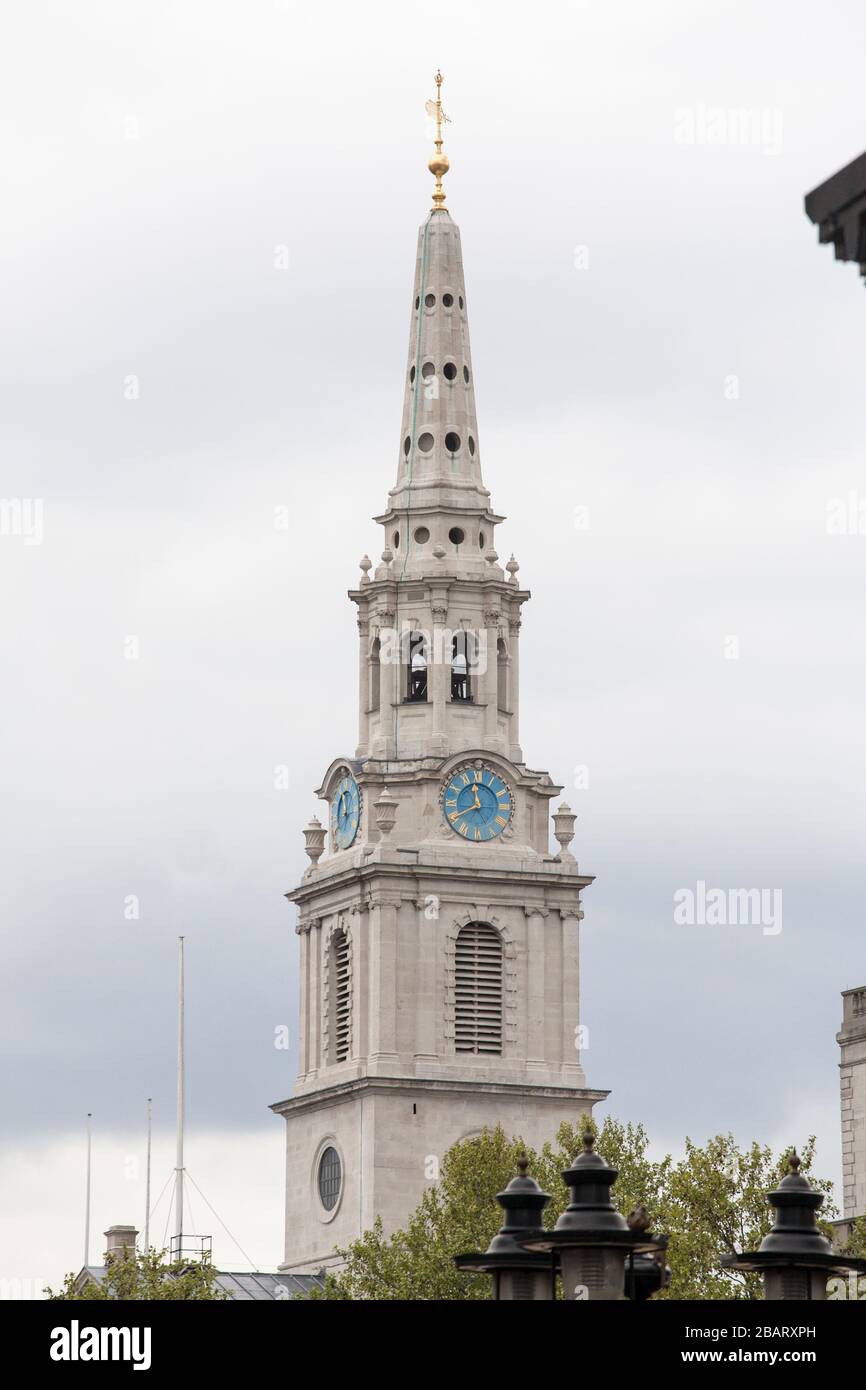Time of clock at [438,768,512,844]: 11:40
